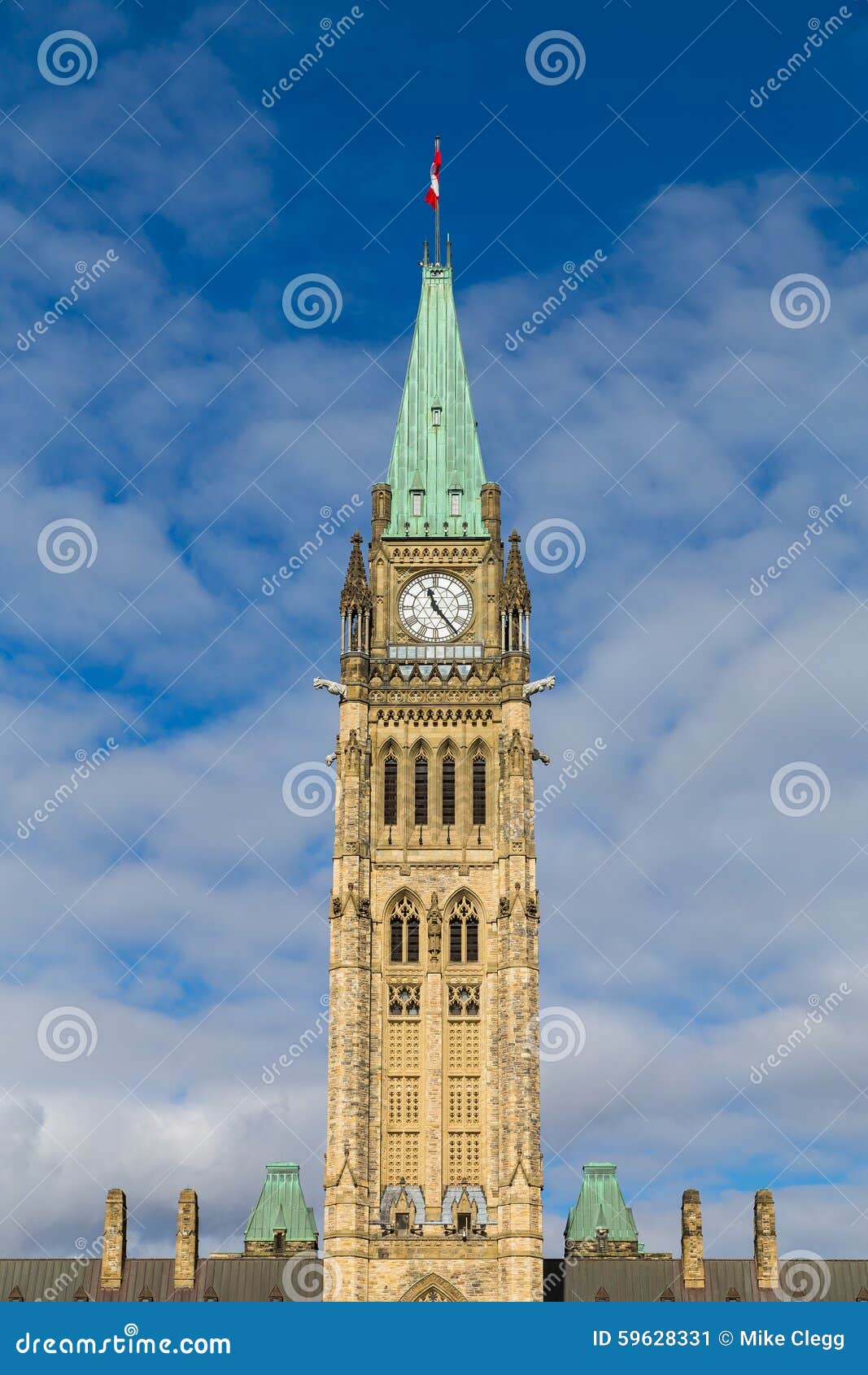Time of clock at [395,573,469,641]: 11:23
